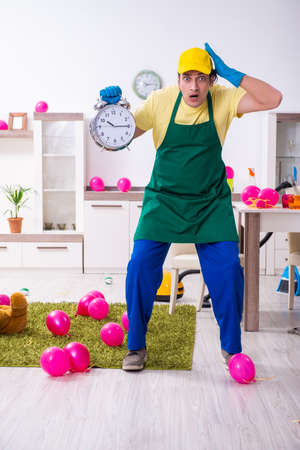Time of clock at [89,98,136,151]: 10:15
